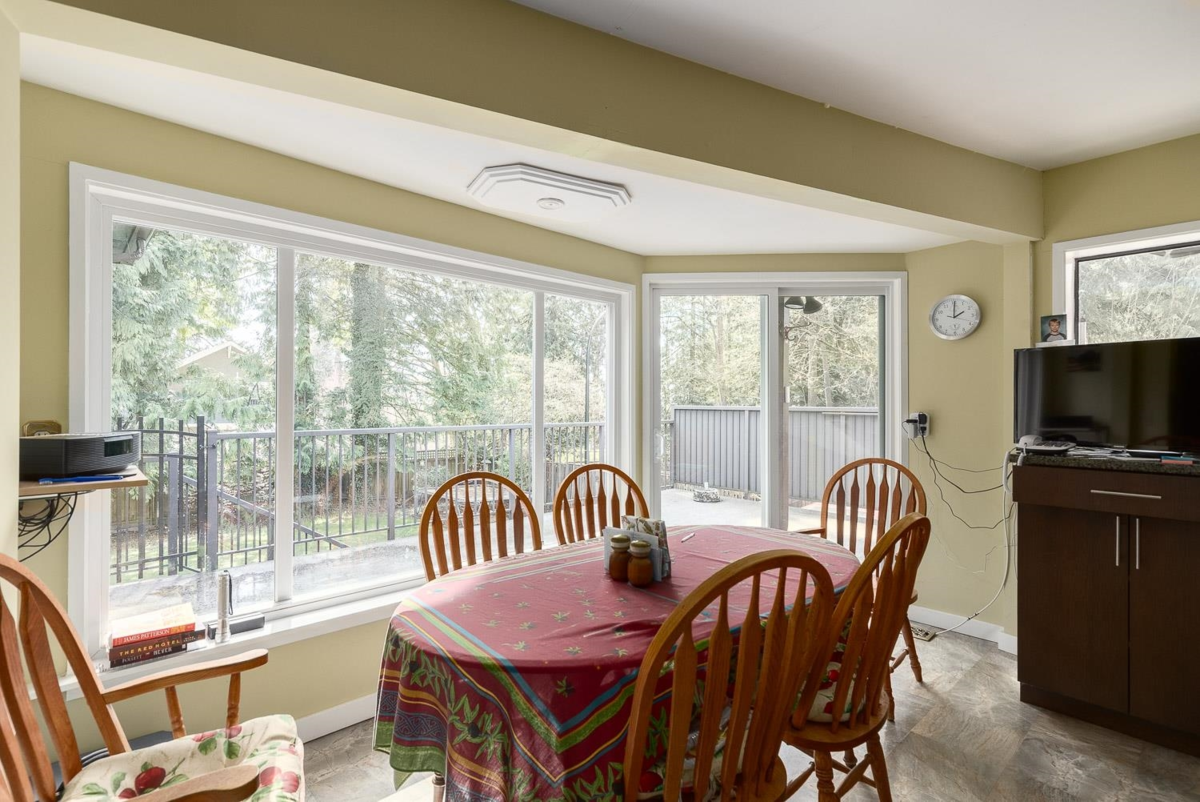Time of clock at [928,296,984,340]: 2:00
